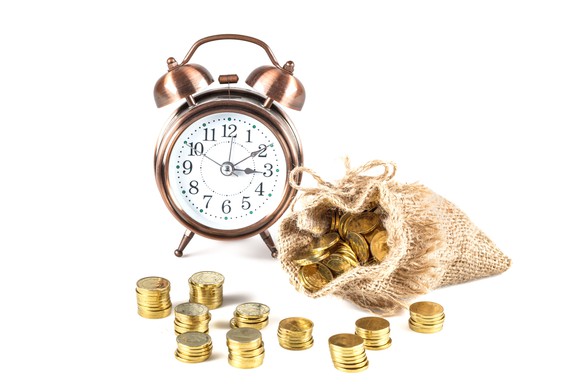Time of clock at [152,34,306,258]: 3:09
